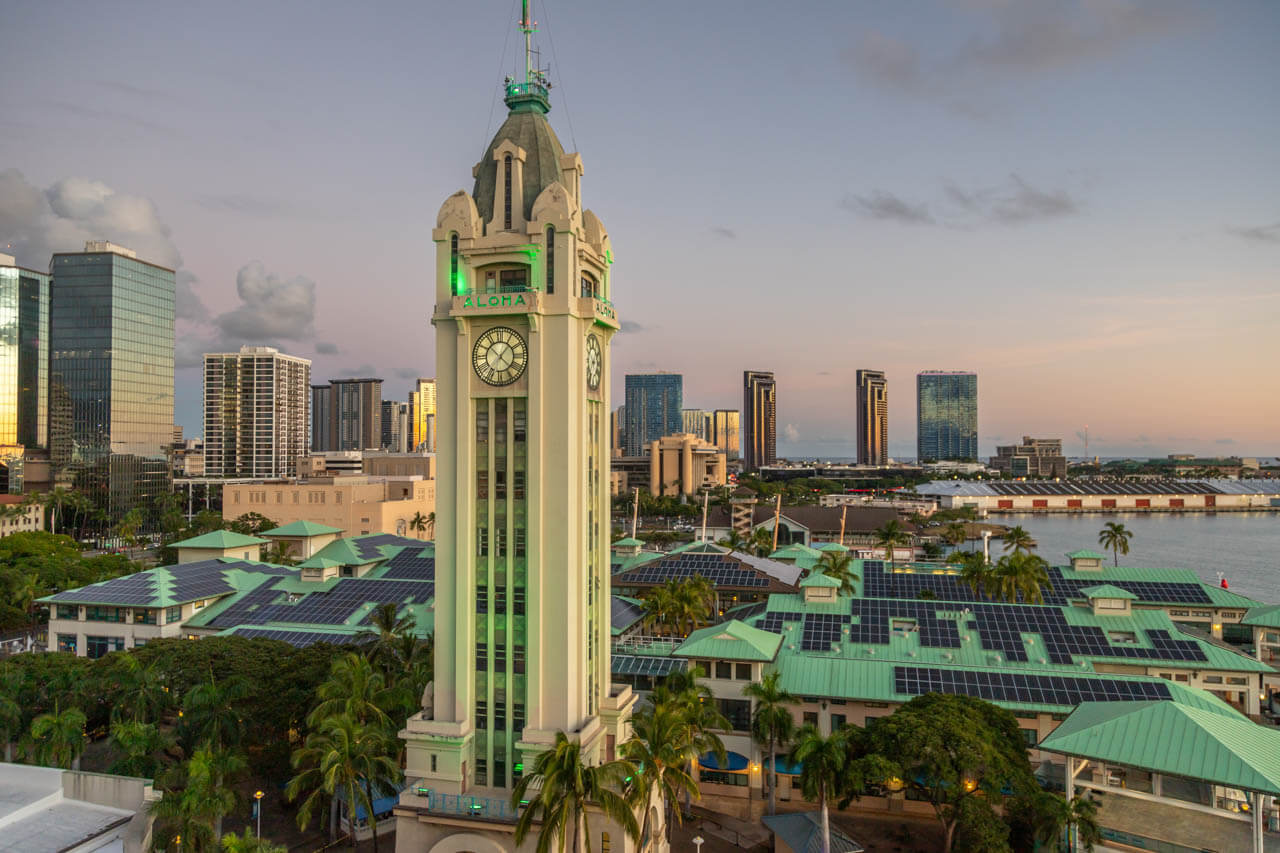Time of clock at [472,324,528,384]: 1:22
